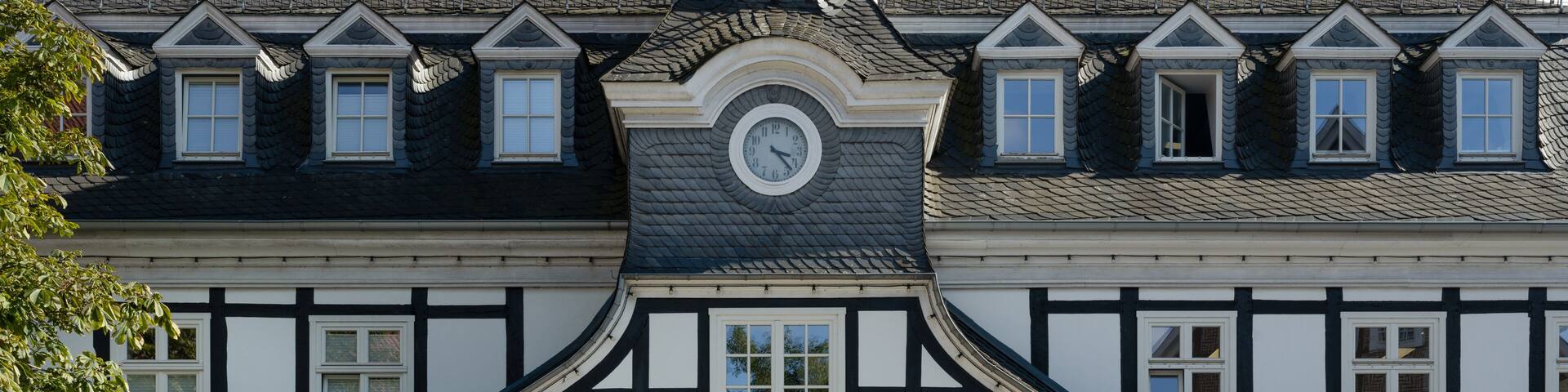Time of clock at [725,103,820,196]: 3:22
